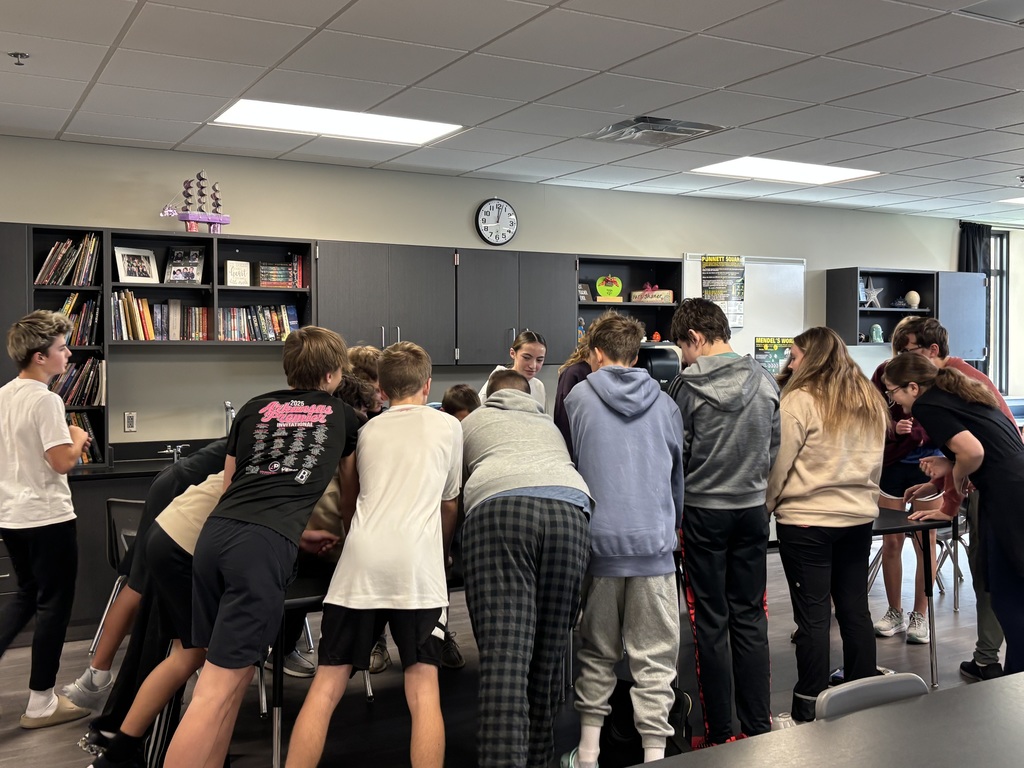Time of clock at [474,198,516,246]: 12:02
